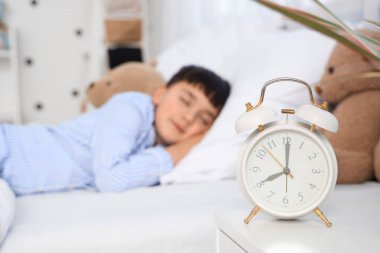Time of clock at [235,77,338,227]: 8:00
